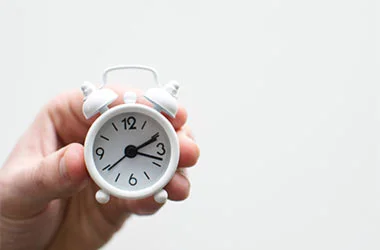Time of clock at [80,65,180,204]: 2:18
